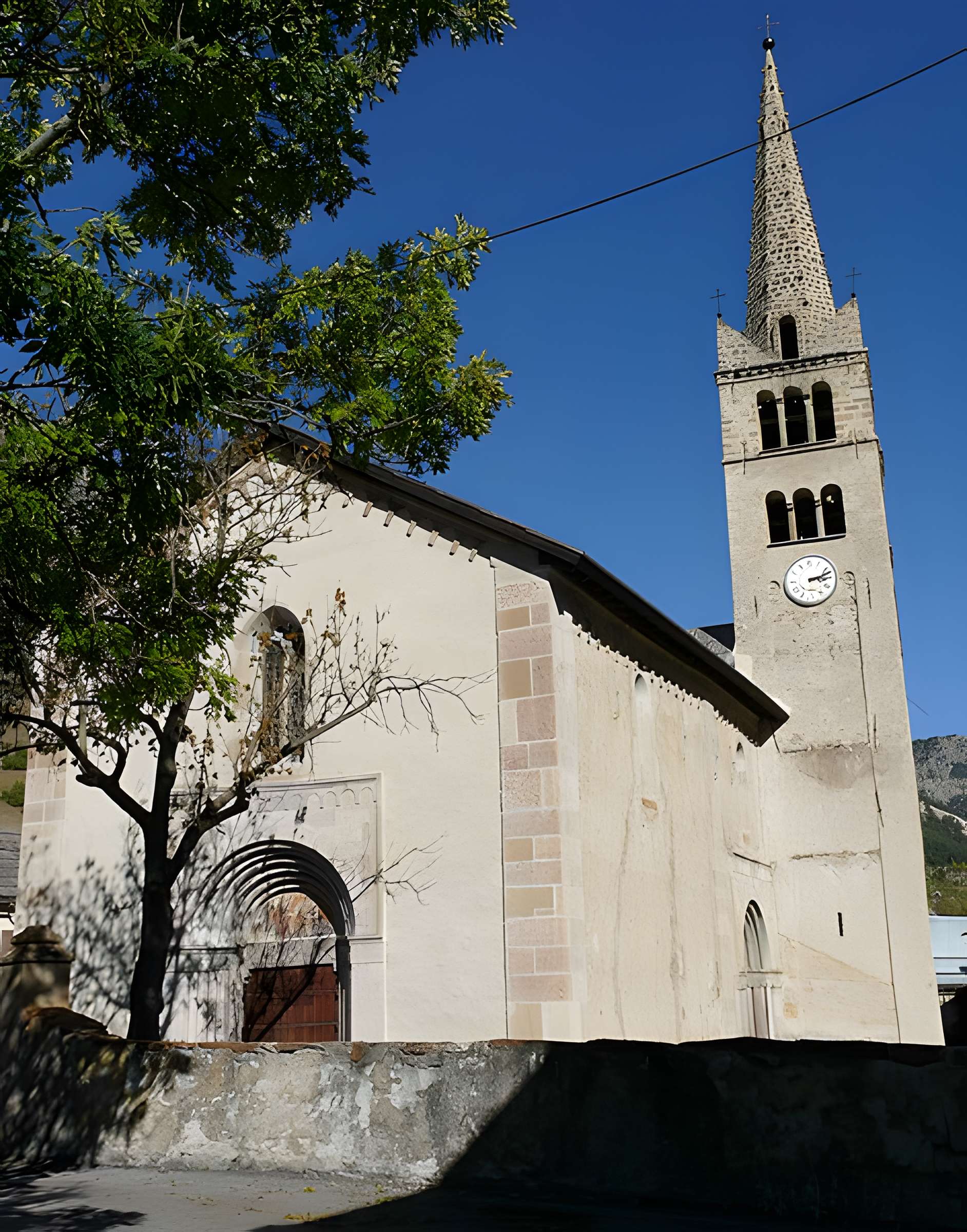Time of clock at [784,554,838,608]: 3:12
